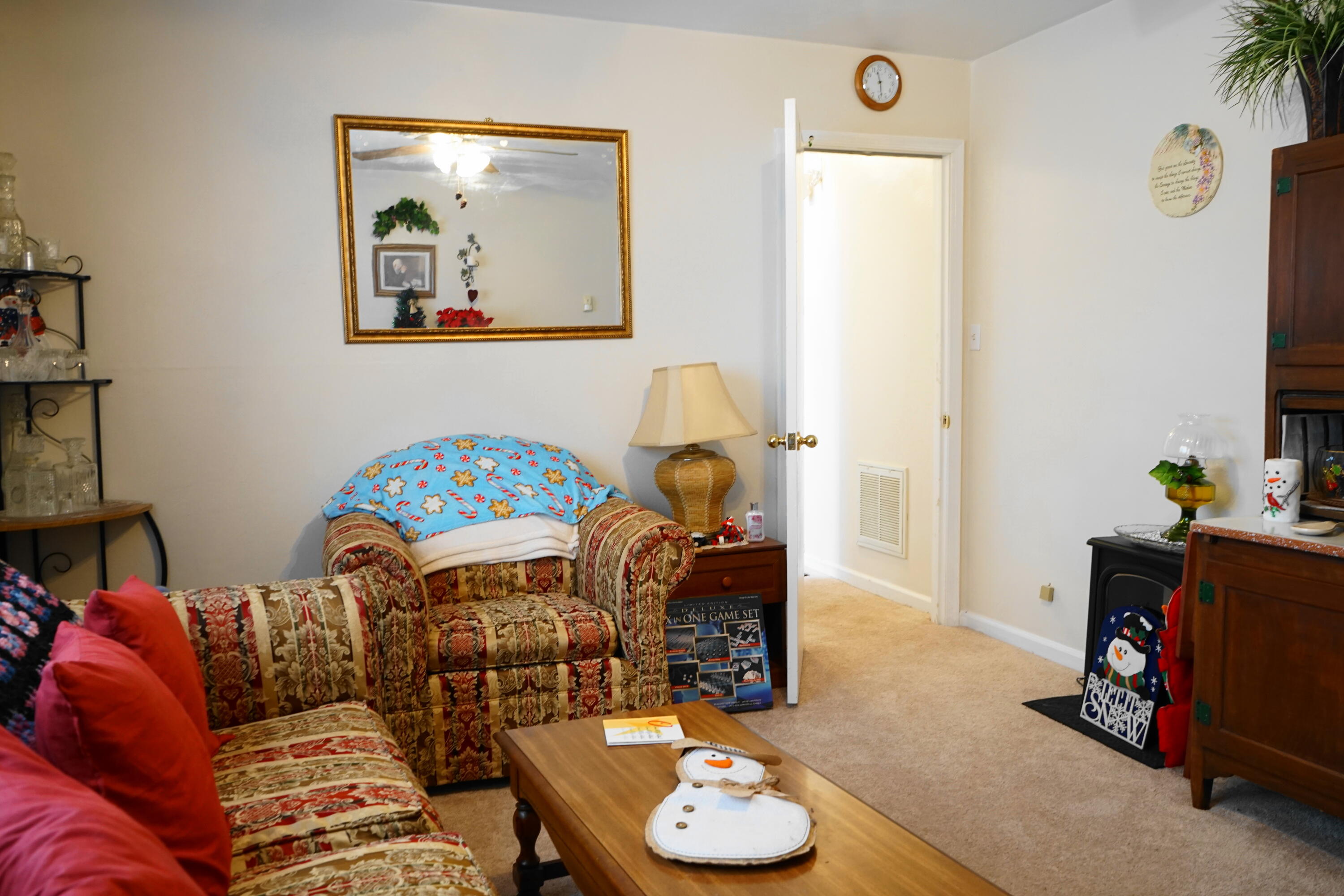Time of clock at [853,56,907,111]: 11:28
